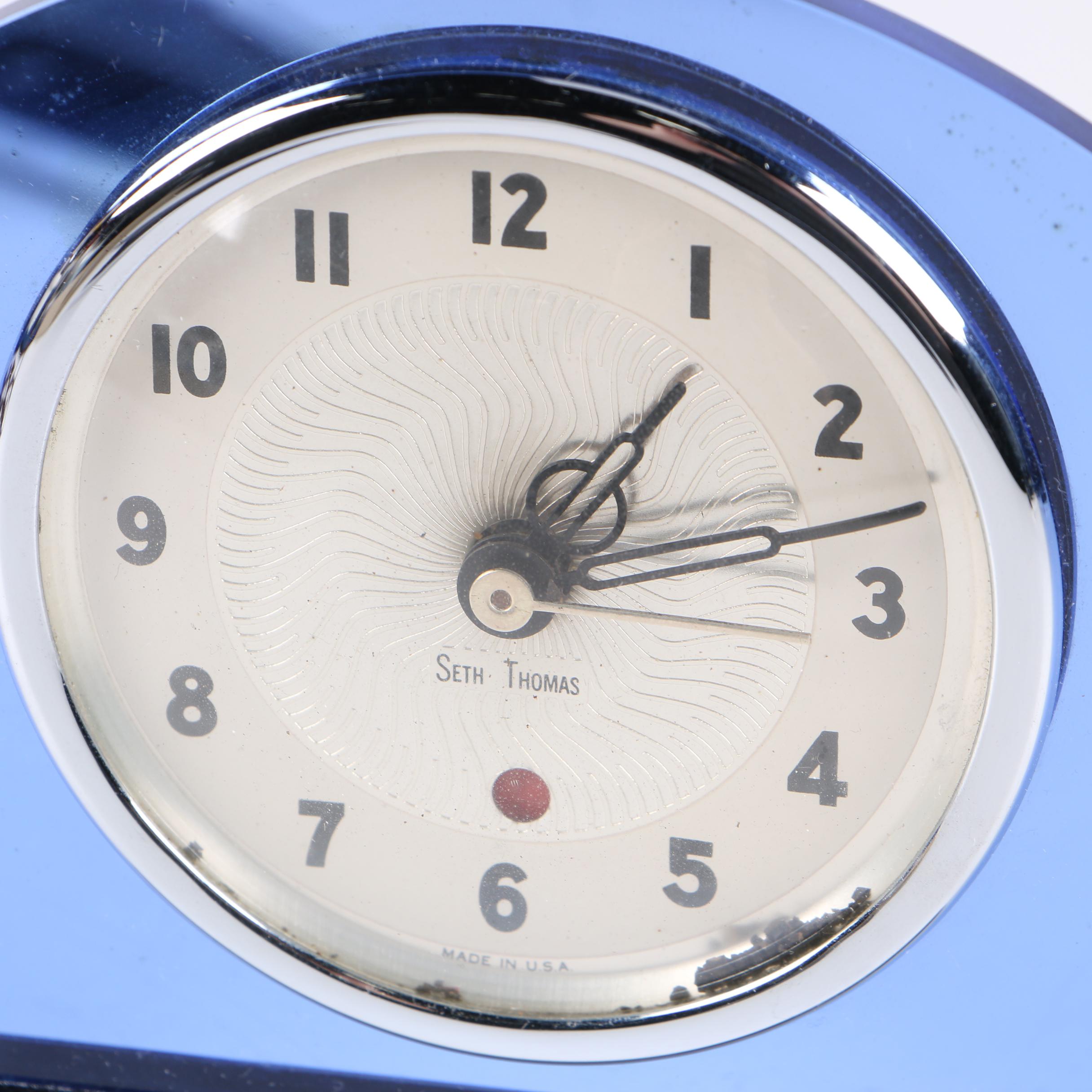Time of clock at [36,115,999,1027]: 1:12
